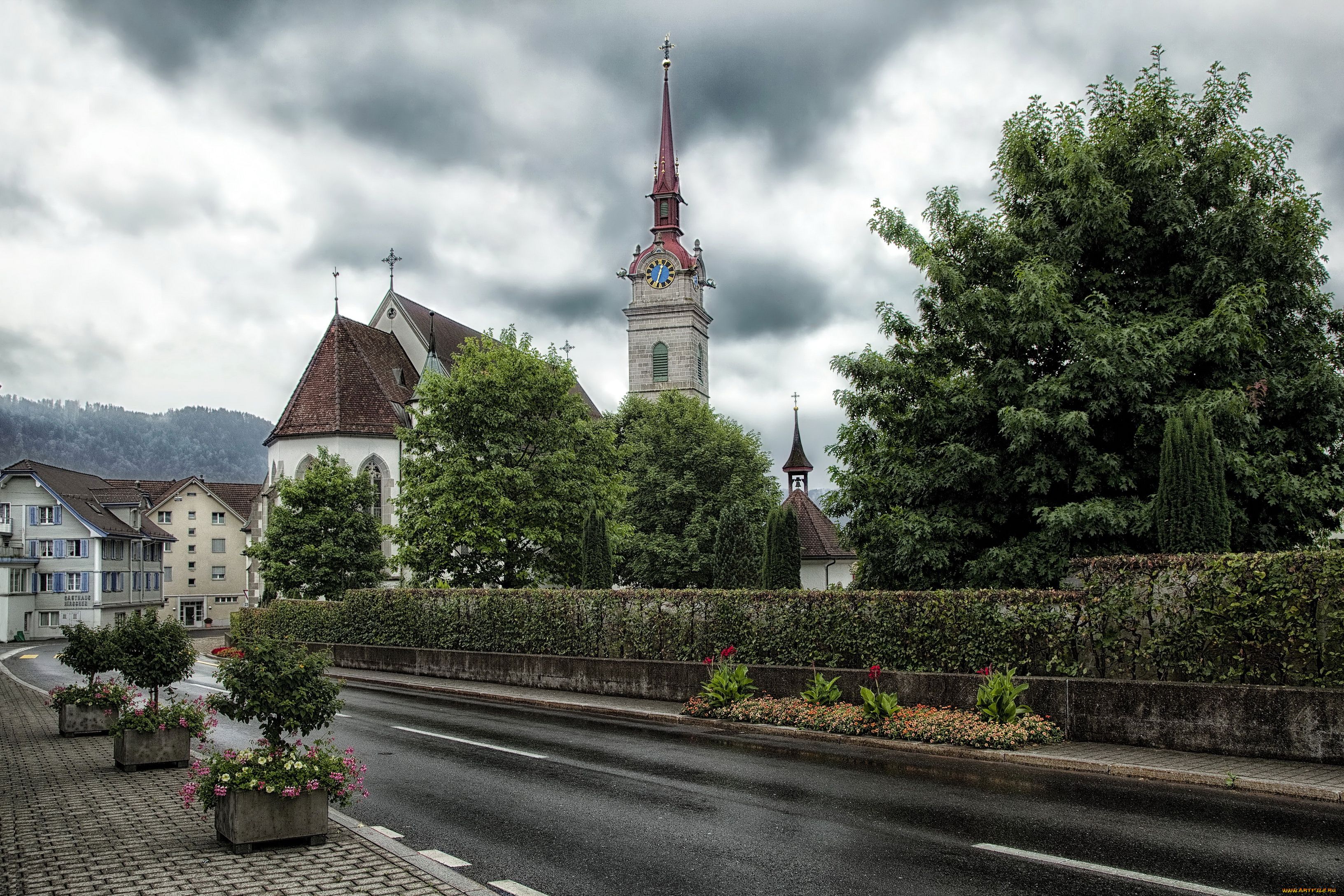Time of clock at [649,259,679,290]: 12:32
